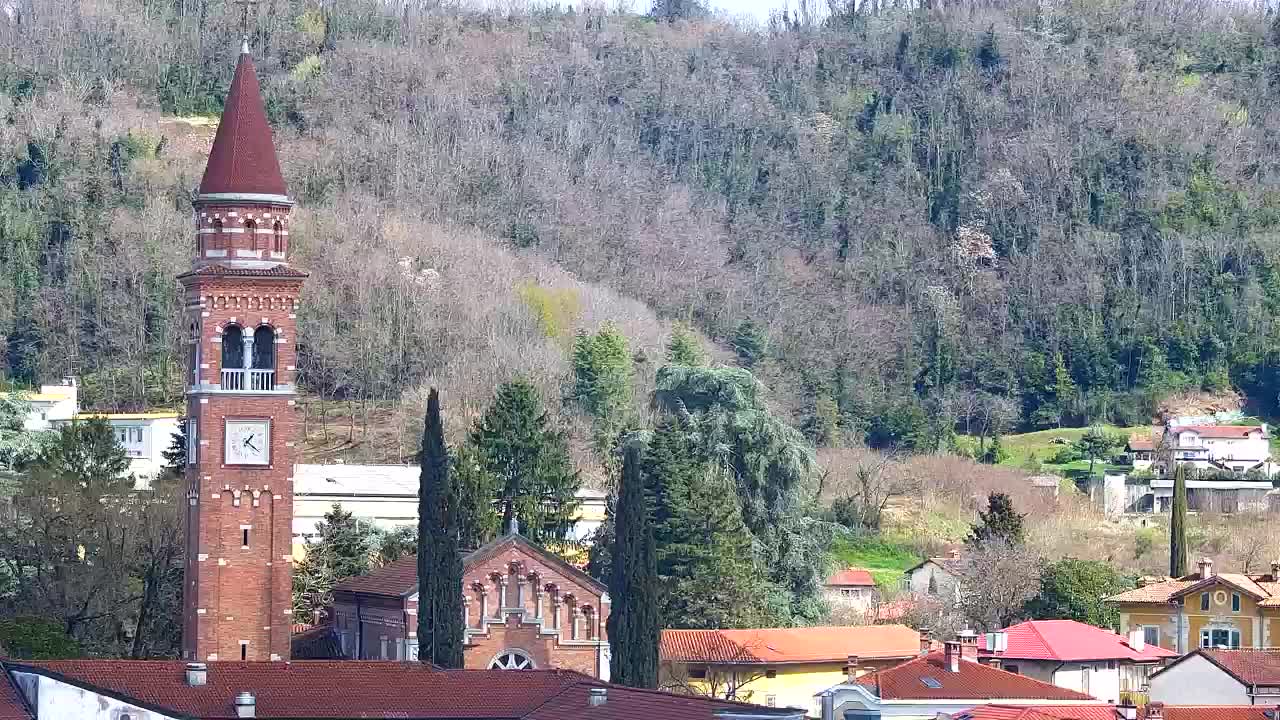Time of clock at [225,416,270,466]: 1:21
